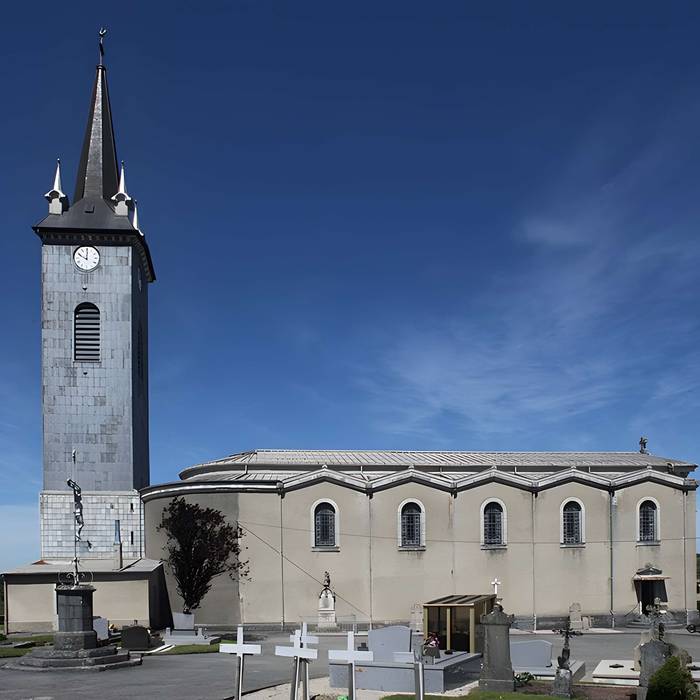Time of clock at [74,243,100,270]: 10:00
